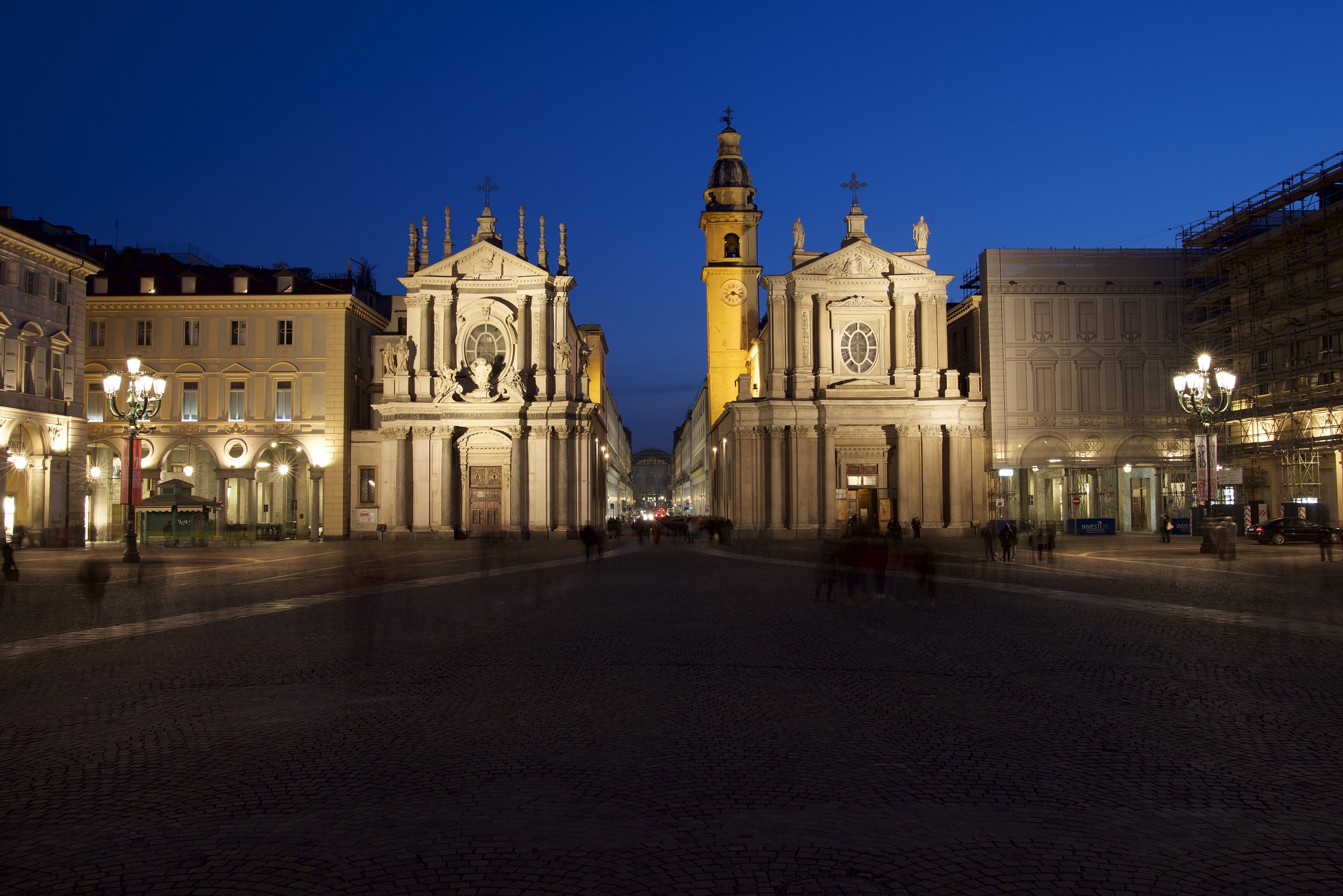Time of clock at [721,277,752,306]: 8:18
